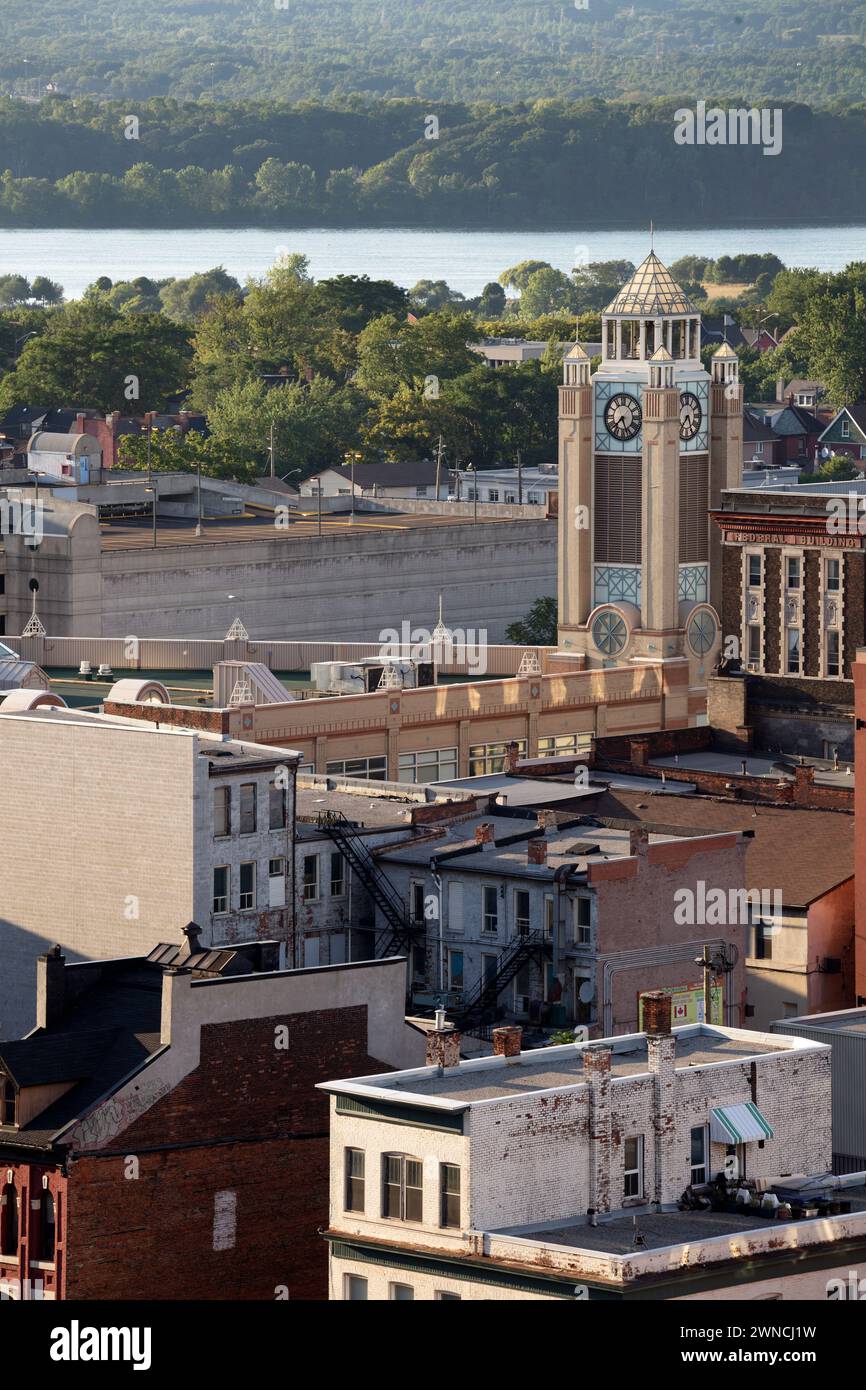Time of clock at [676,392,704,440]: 7:25
